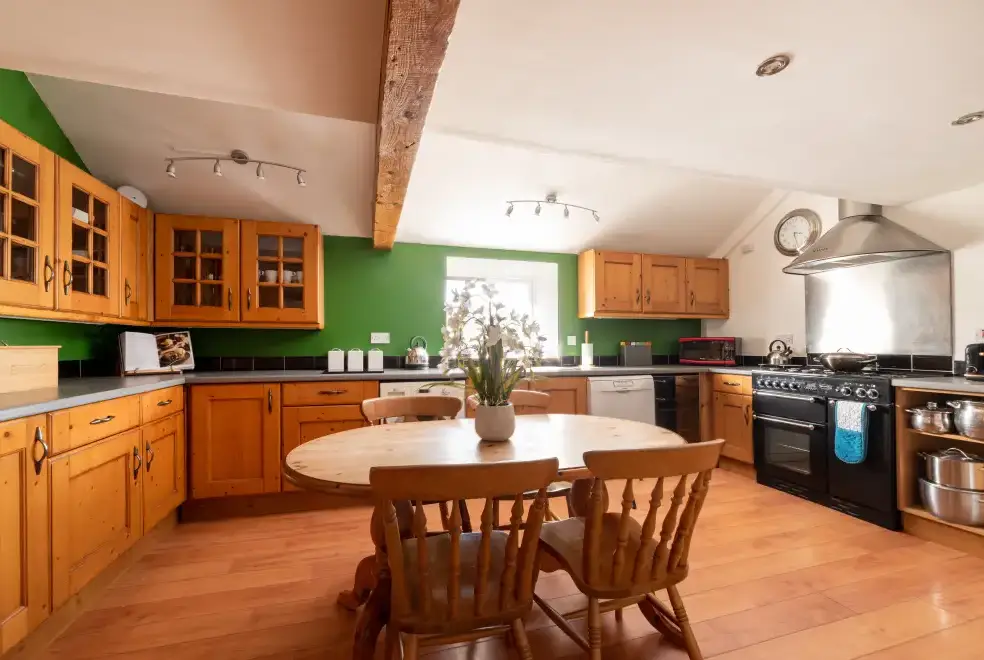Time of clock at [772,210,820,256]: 3:26
